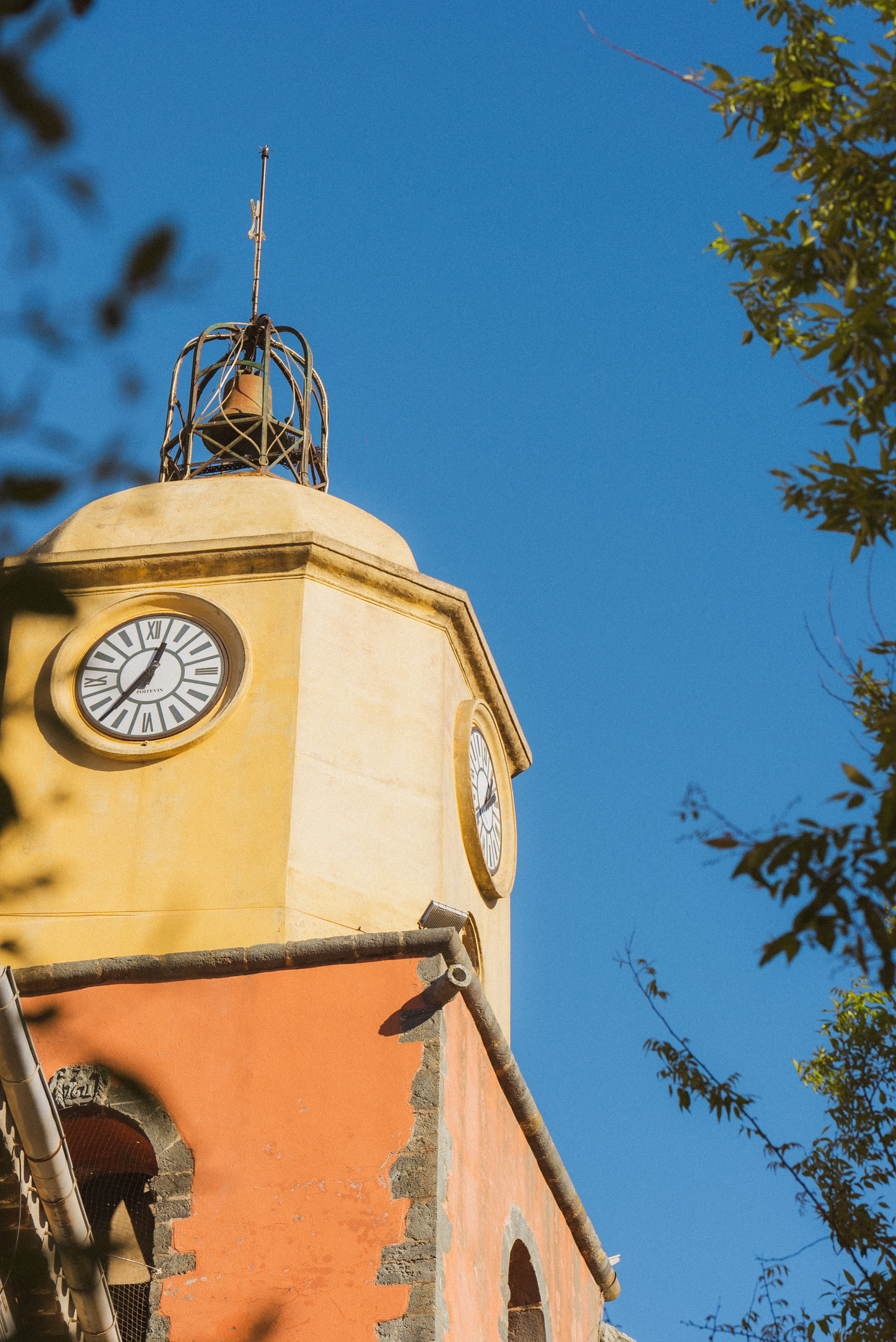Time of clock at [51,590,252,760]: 12:37
